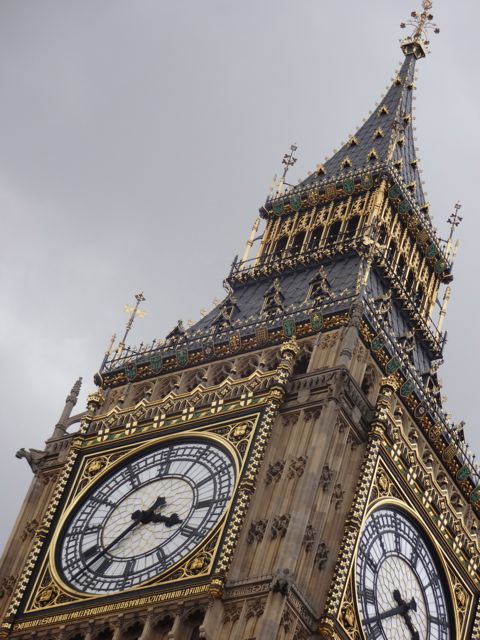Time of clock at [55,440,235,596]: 3:37
